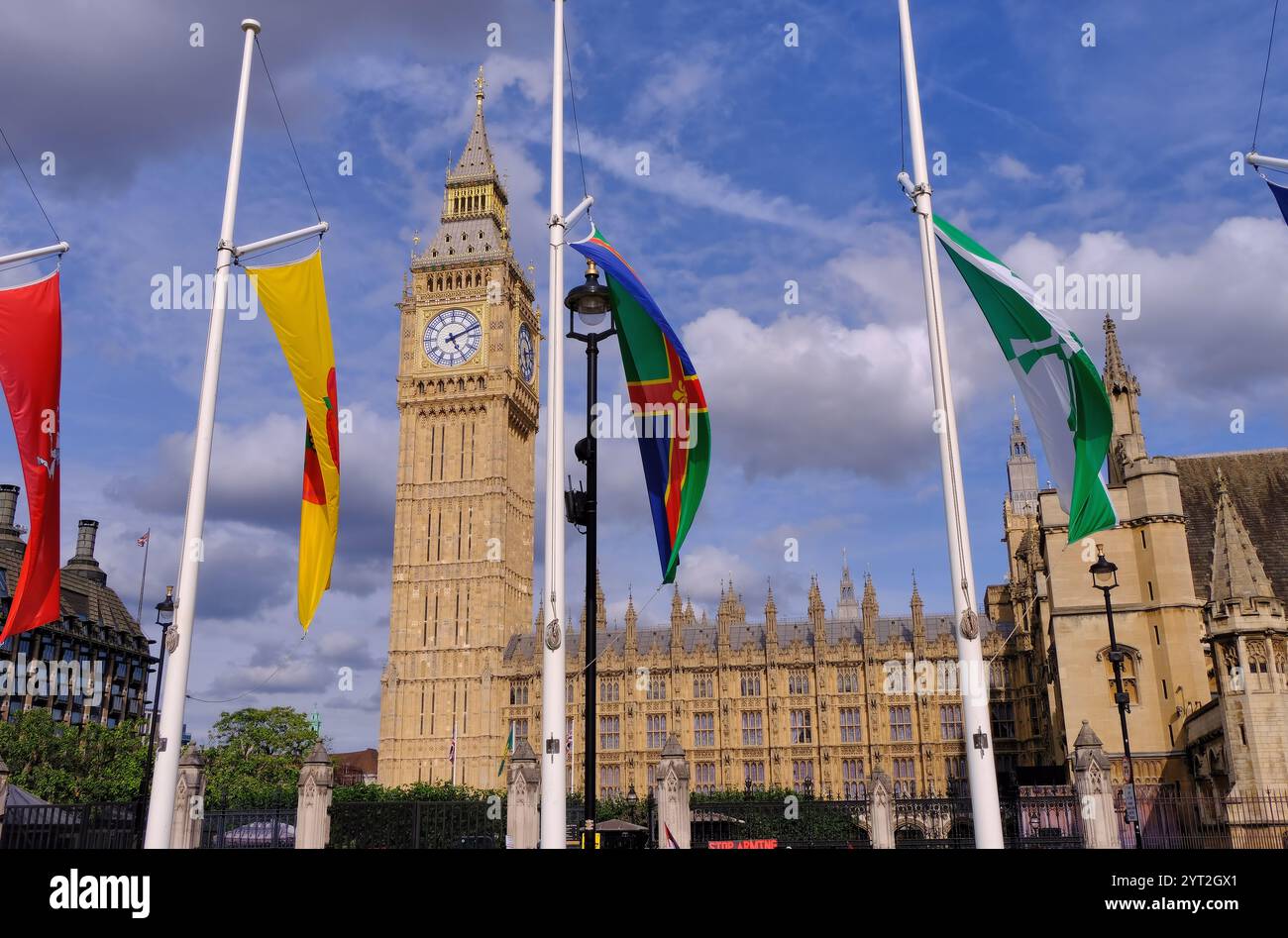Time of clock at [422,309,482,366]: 5:11
